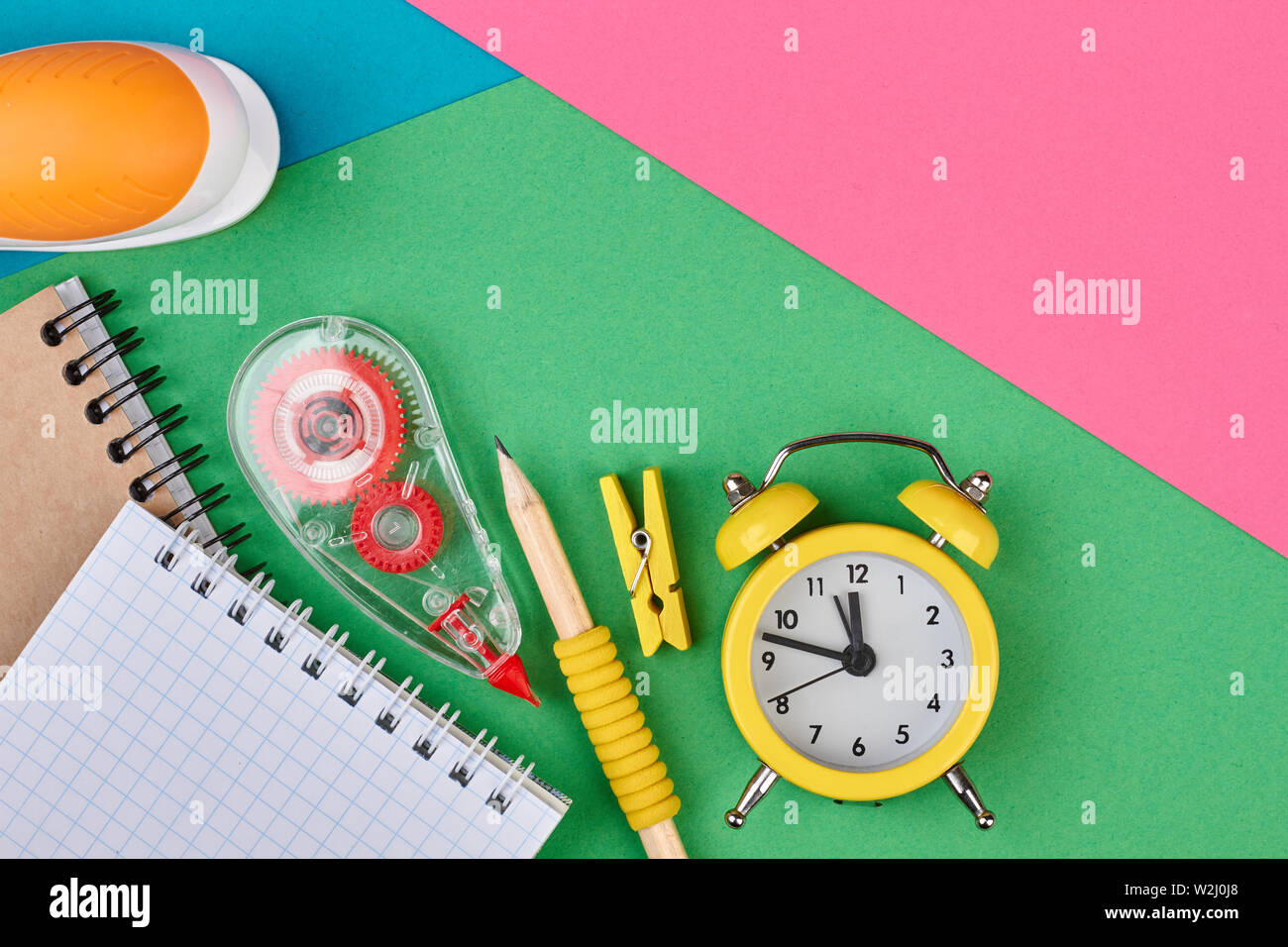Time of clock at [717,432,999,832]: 11:47
